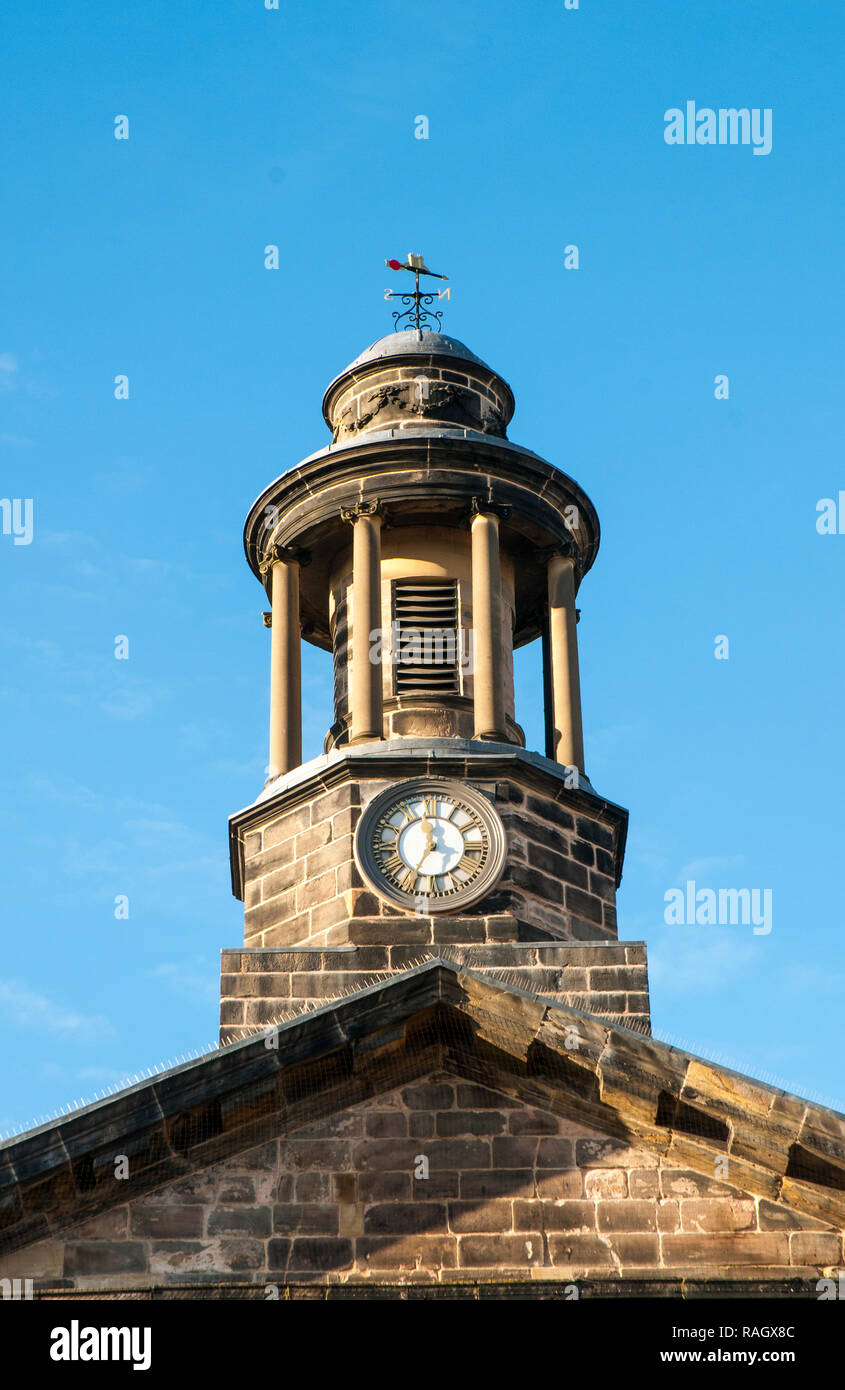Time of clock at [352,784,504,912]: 11:35
